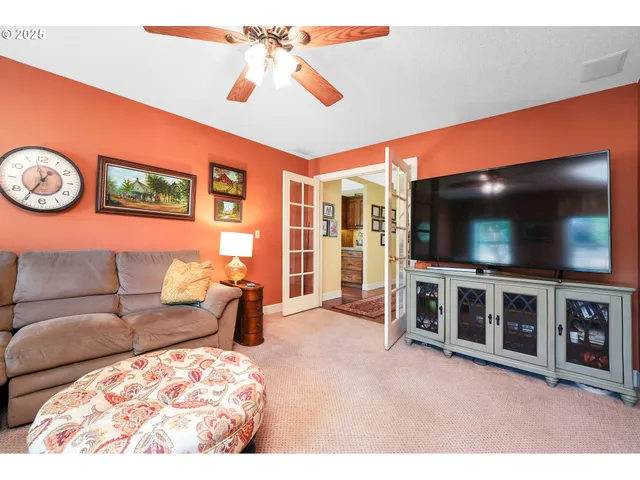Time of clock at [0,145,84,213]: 11:35
